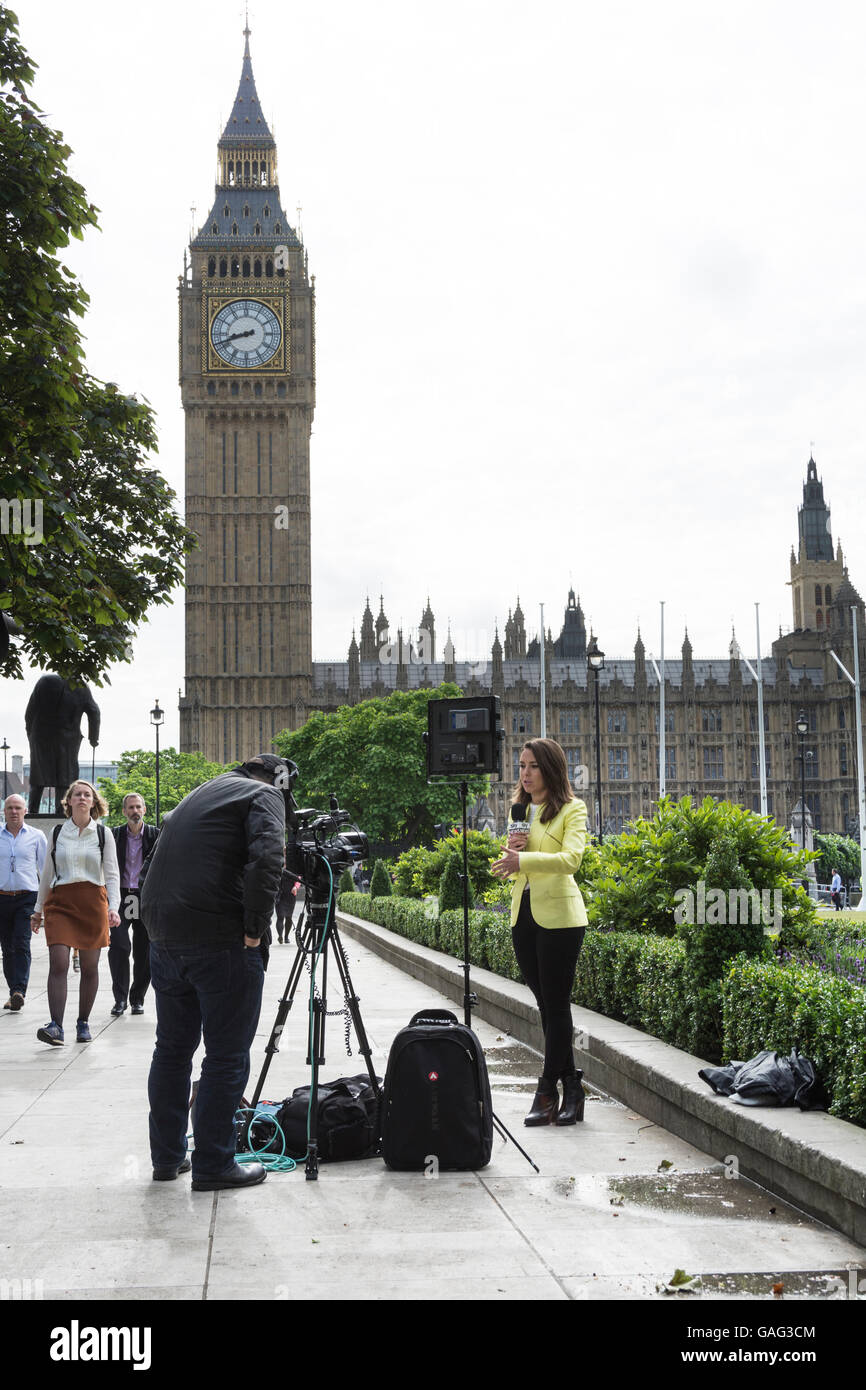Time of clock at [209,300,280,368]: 8:41
